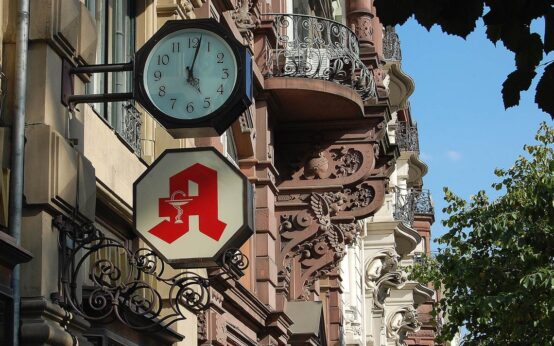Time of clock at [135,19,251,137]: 5:02
